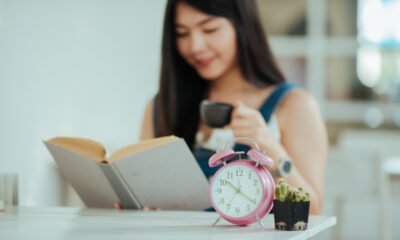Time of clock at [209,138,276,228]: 10:21
